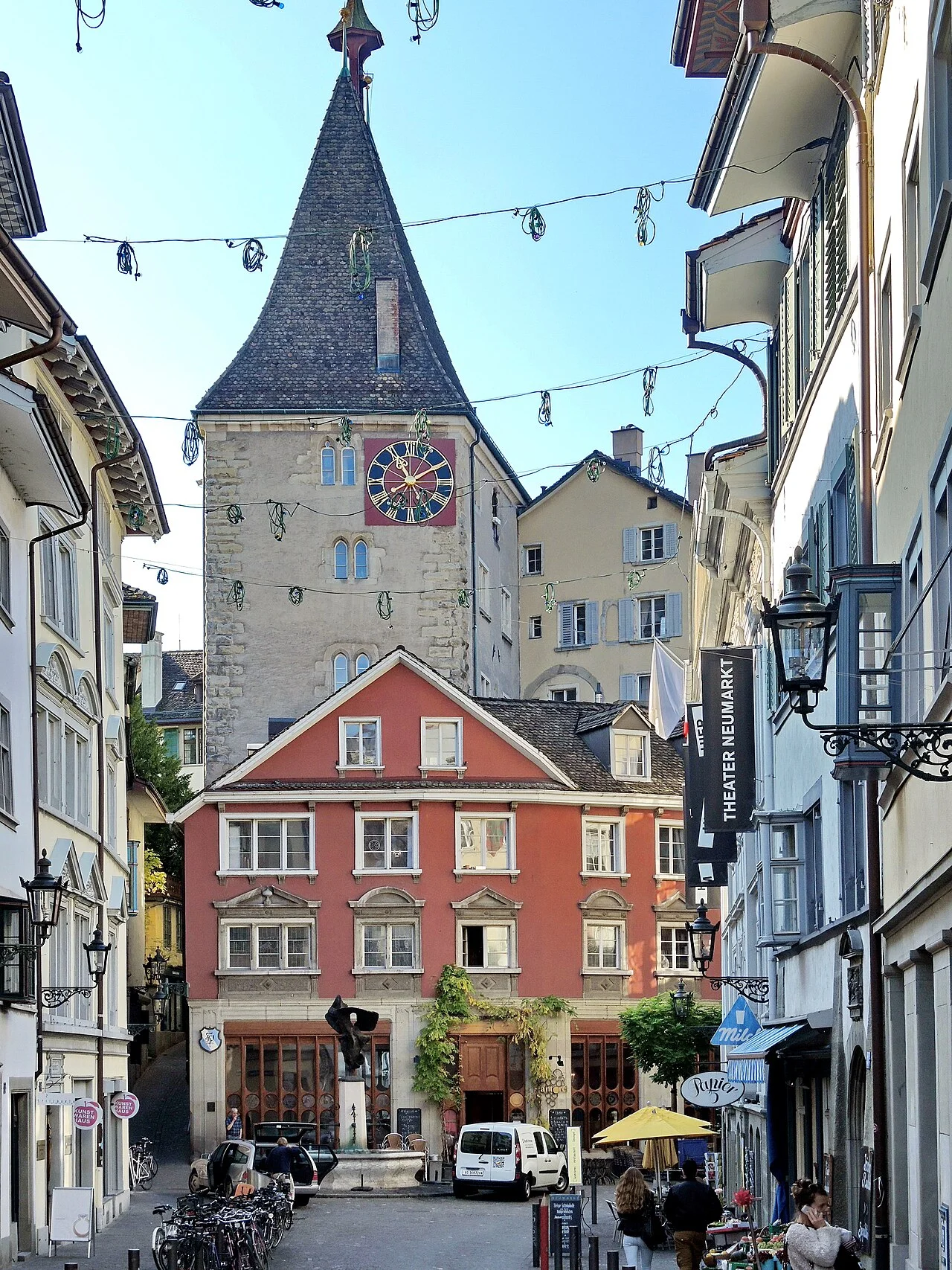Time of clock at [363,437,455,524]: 11:09
